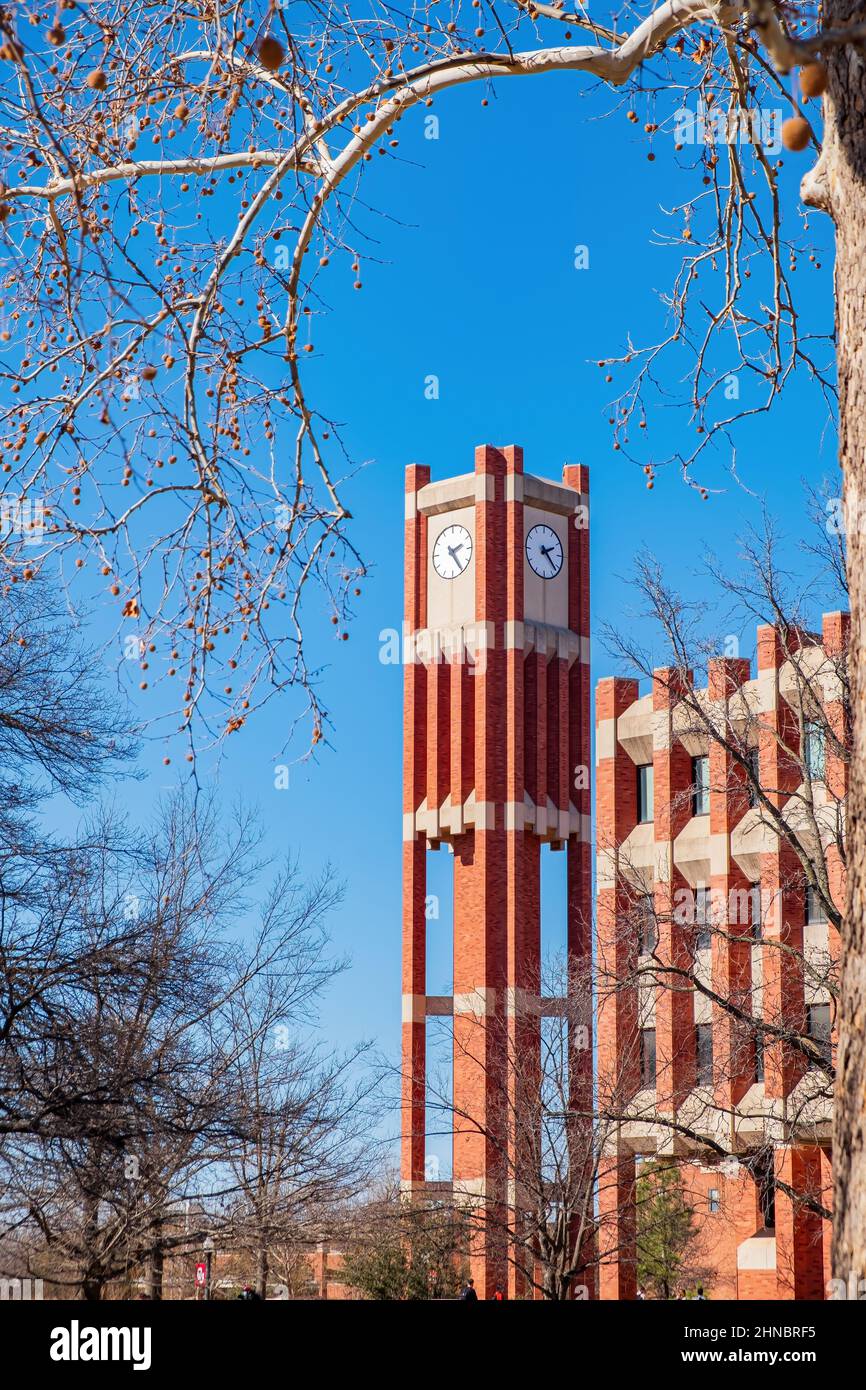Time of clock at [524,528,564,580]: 2:22
